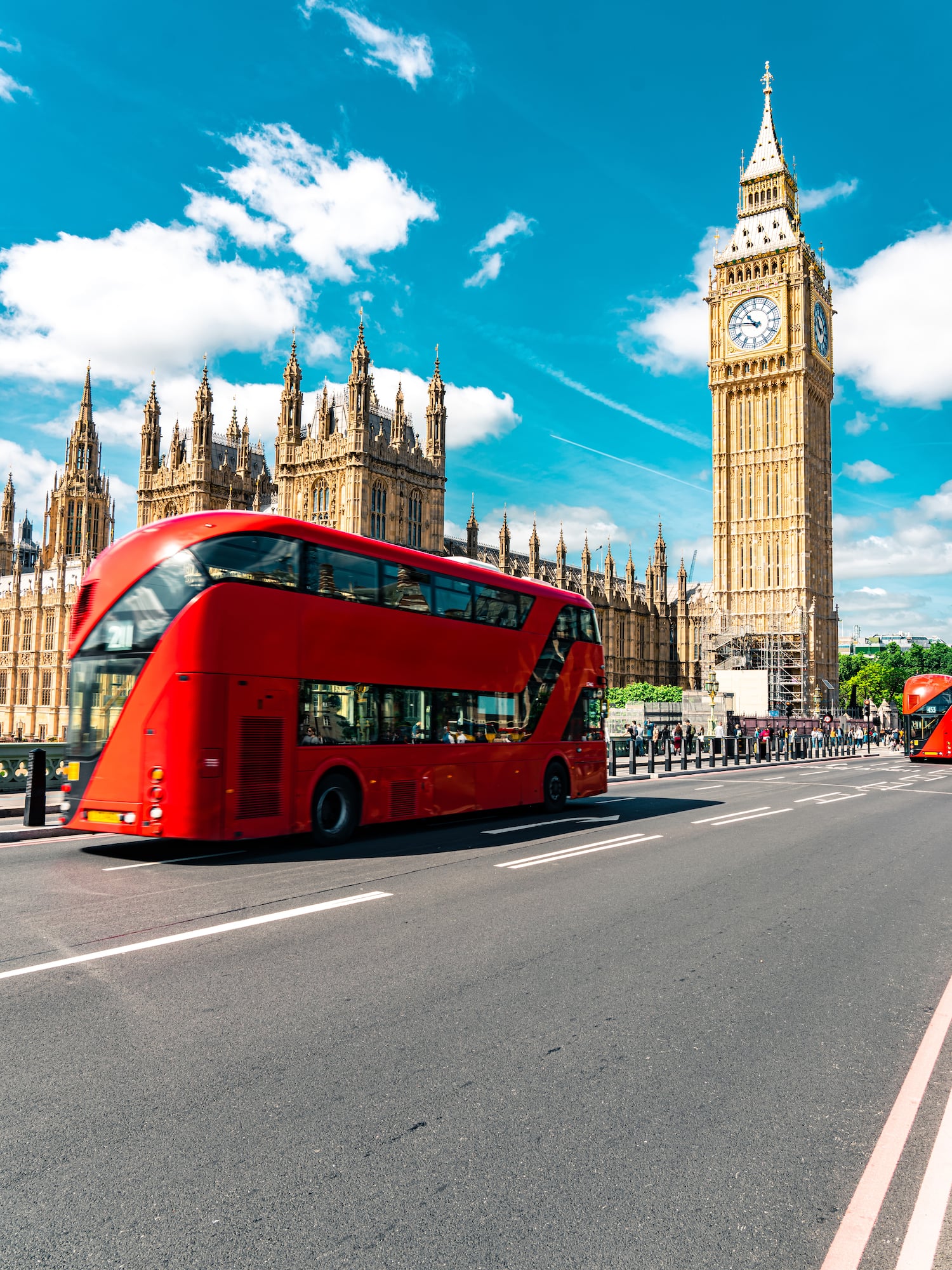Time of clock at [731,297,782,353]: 10:46
